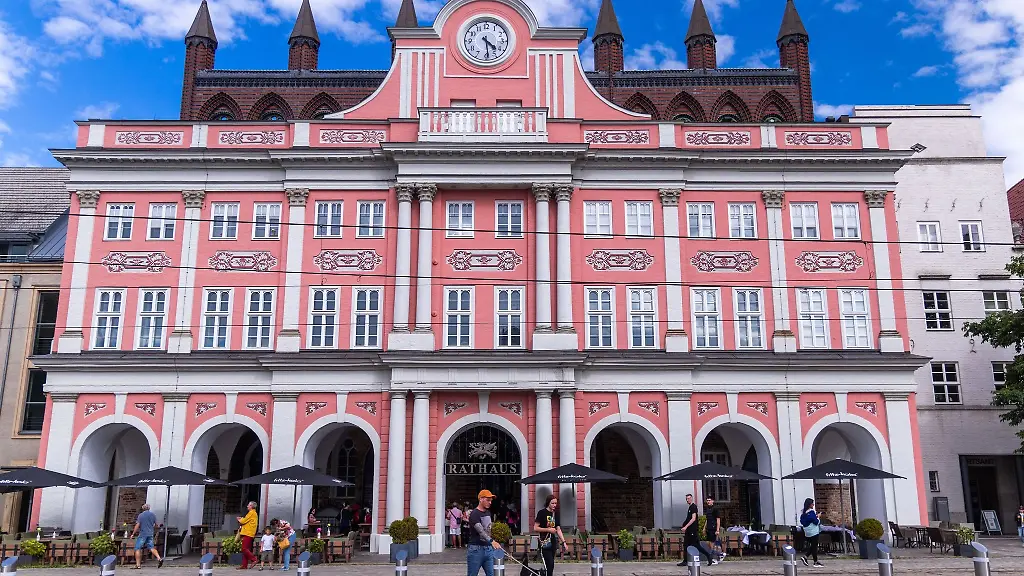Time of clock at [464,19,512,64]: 4:29
